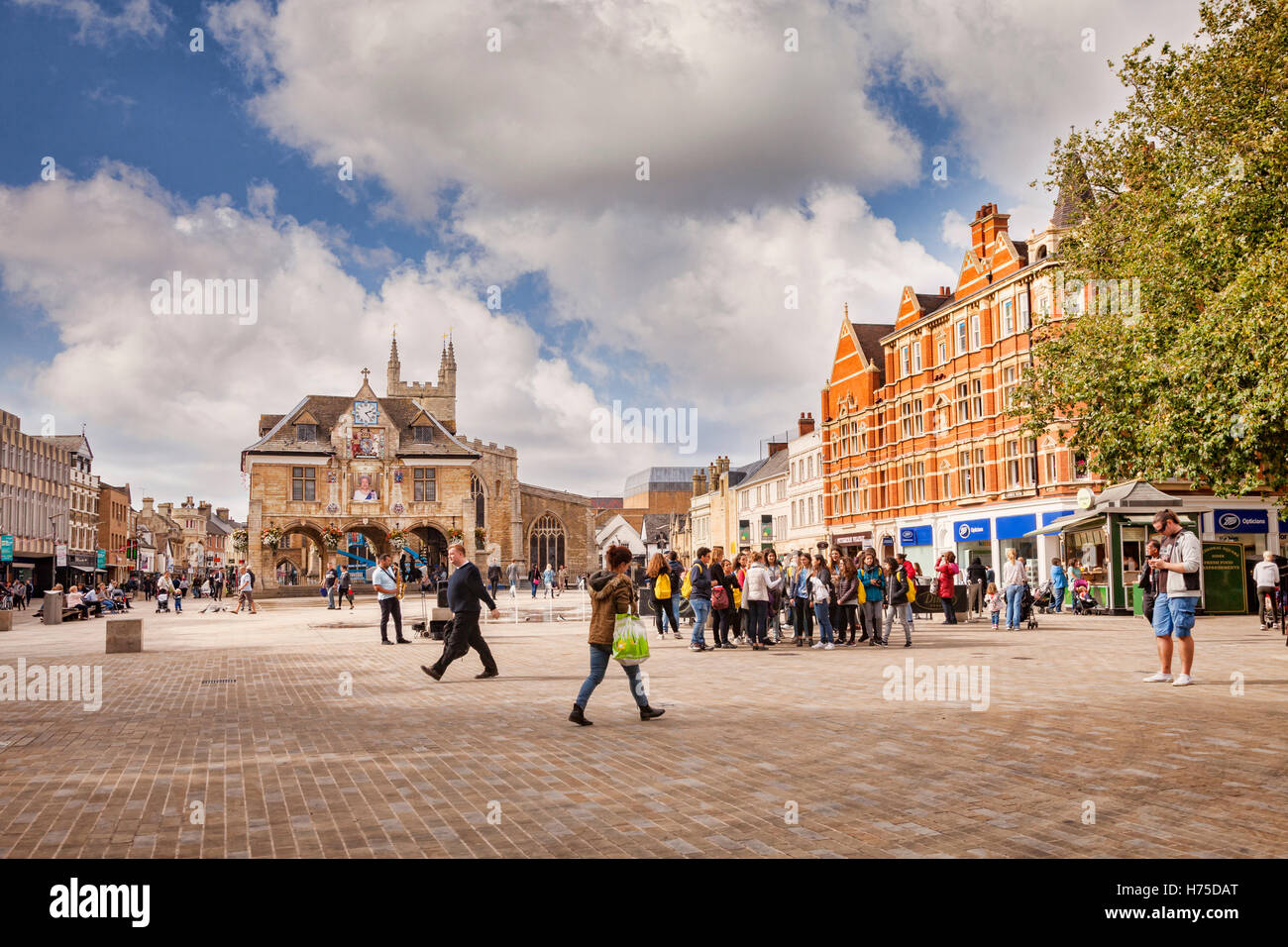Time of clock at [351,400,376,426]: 2:23
